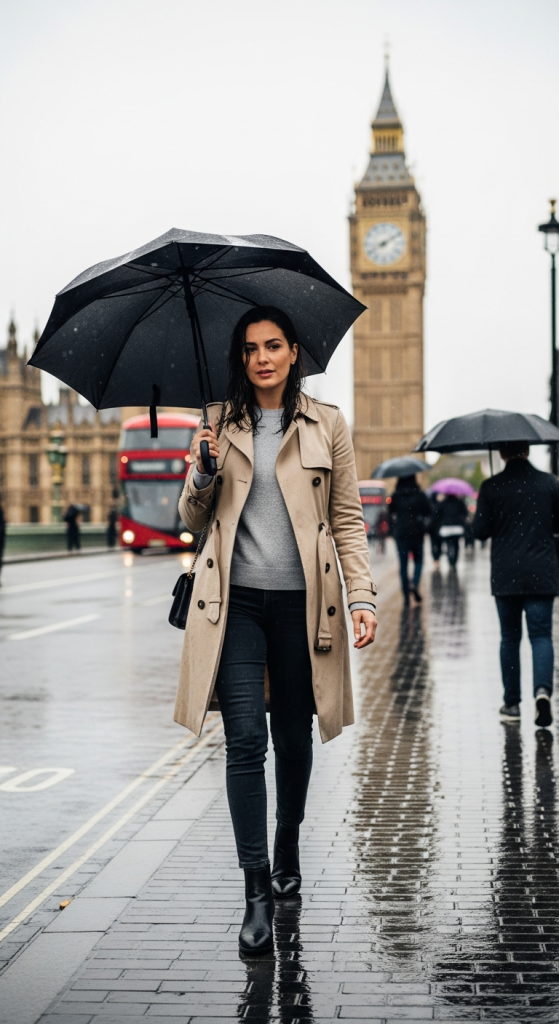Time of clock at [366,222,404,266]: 8:09
